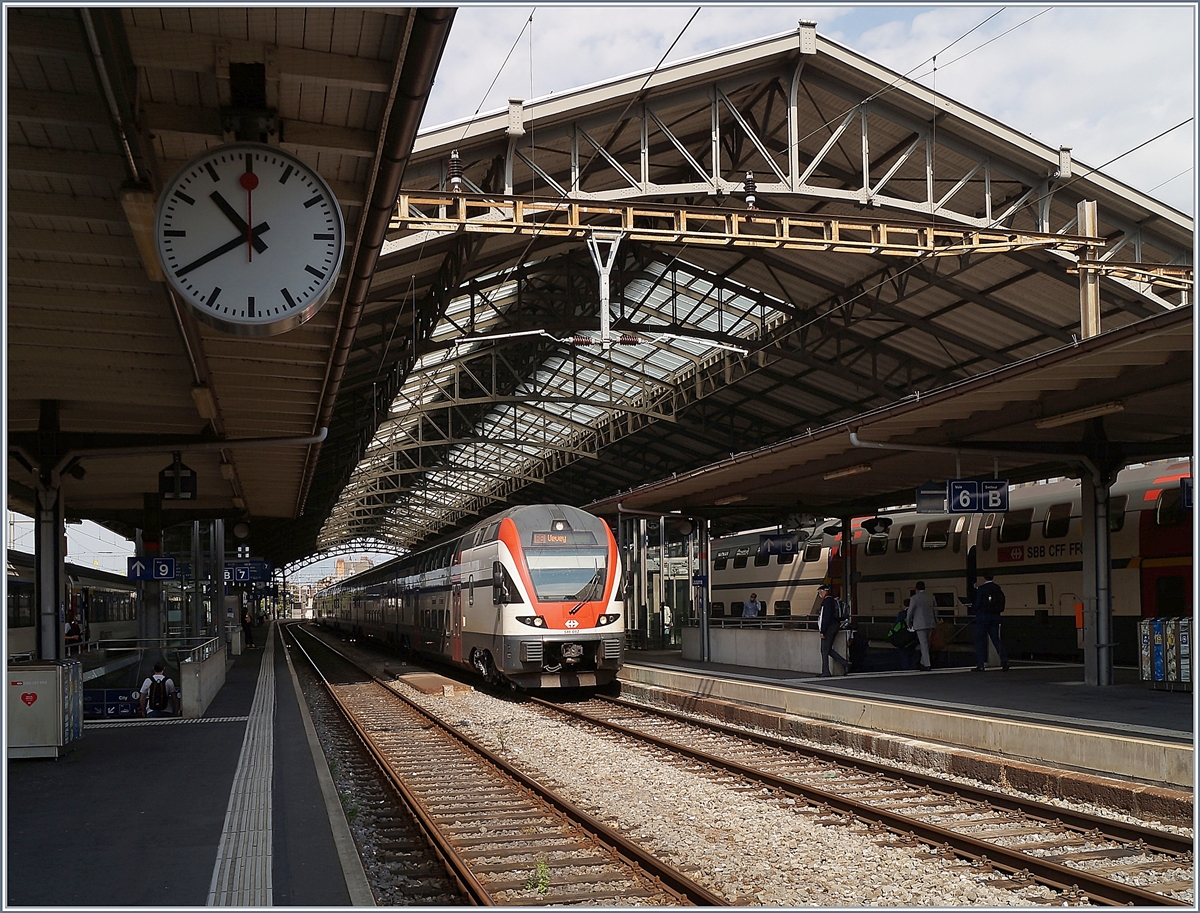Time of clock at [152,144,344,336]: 10:39
